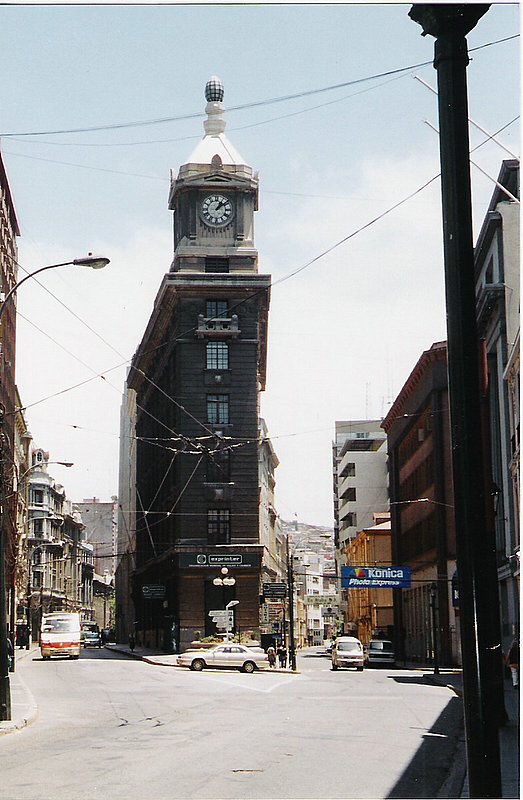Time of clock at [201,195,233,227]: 1:08
